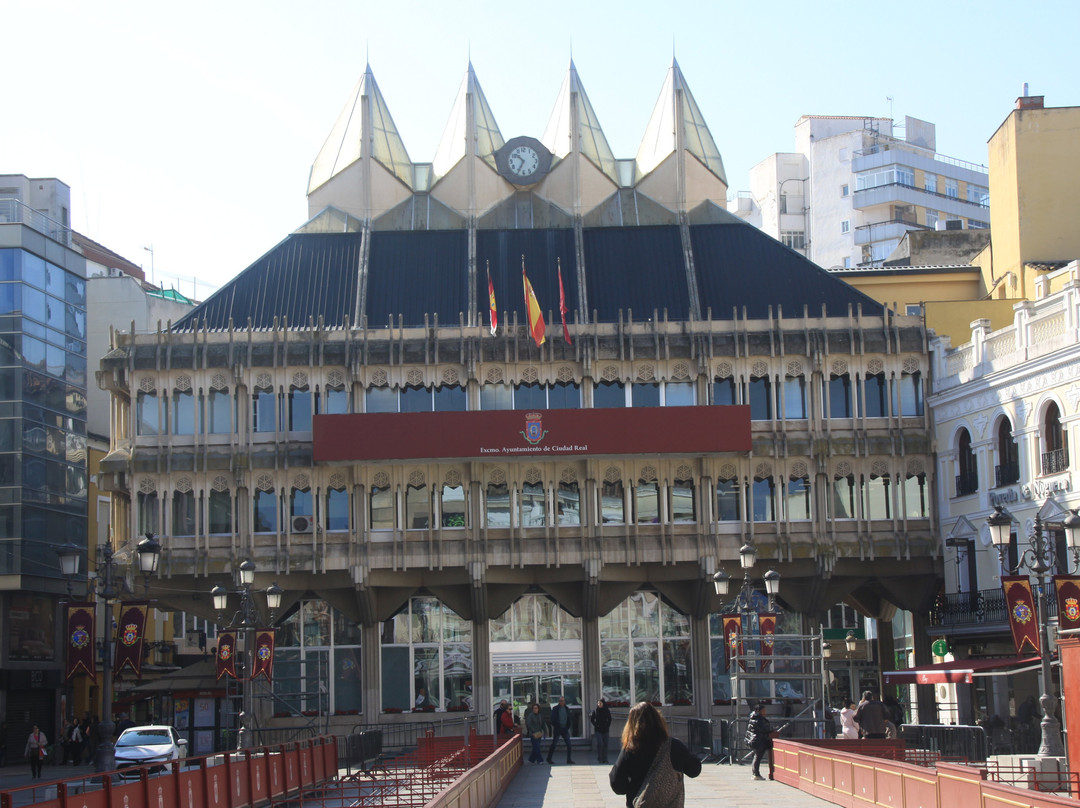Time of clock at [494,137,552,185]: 10:34
